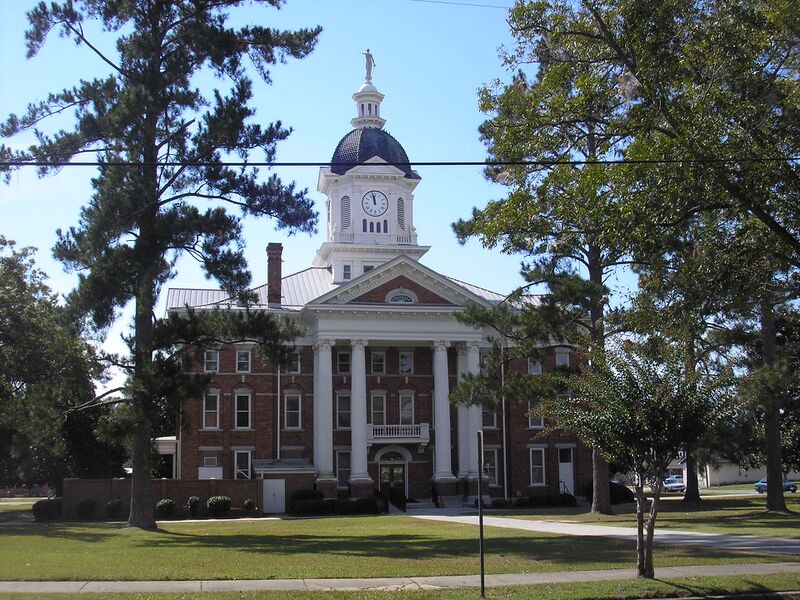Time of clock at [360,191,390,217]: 11:57
